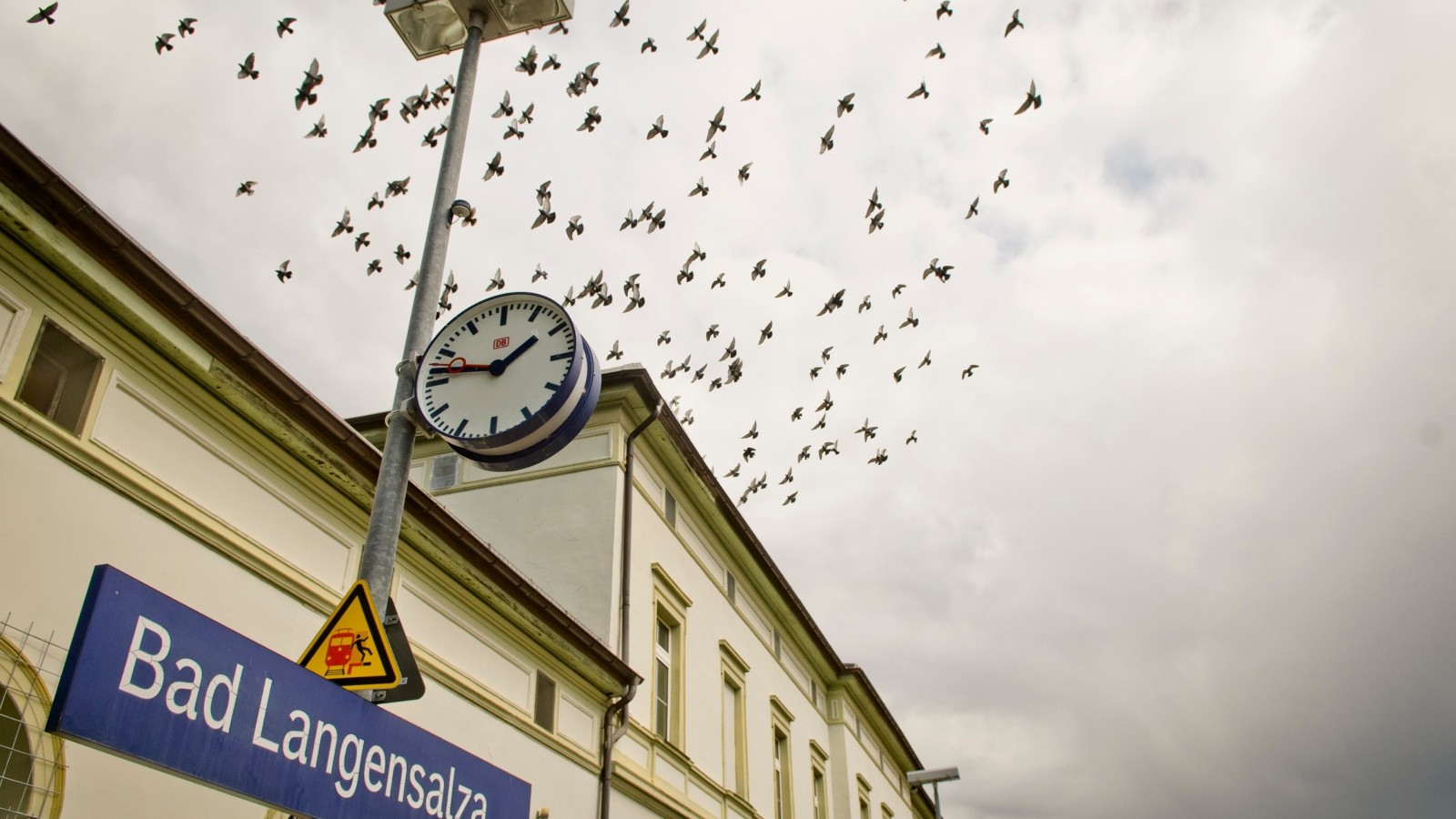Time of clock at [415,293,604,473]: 1:46
